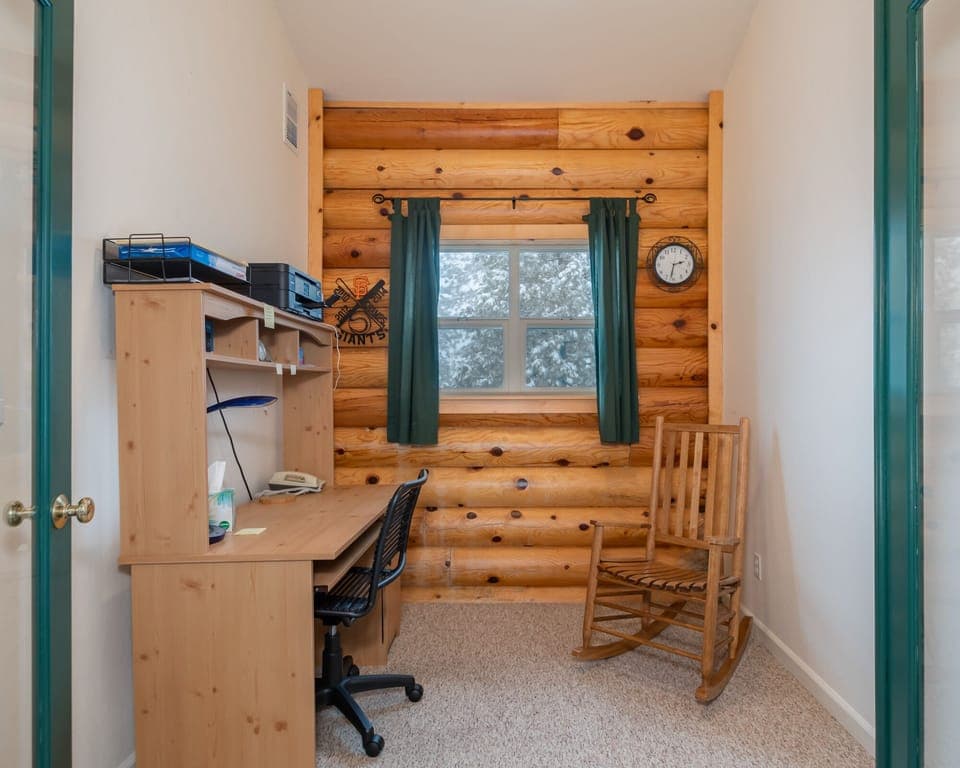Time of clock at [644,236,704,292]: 2:32
